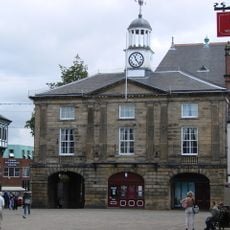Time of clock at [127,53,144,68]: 11:23
